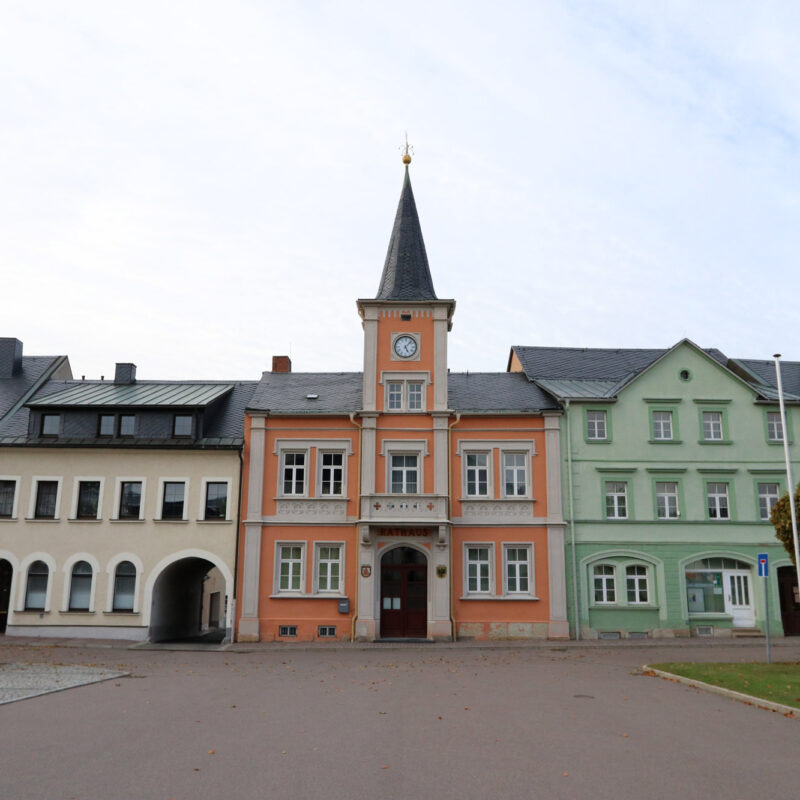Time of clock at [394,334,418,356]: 5:06
